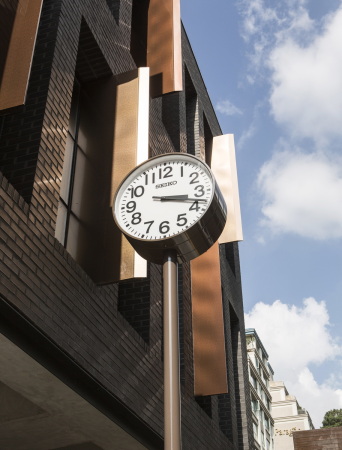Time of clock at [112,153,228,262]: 3:18
